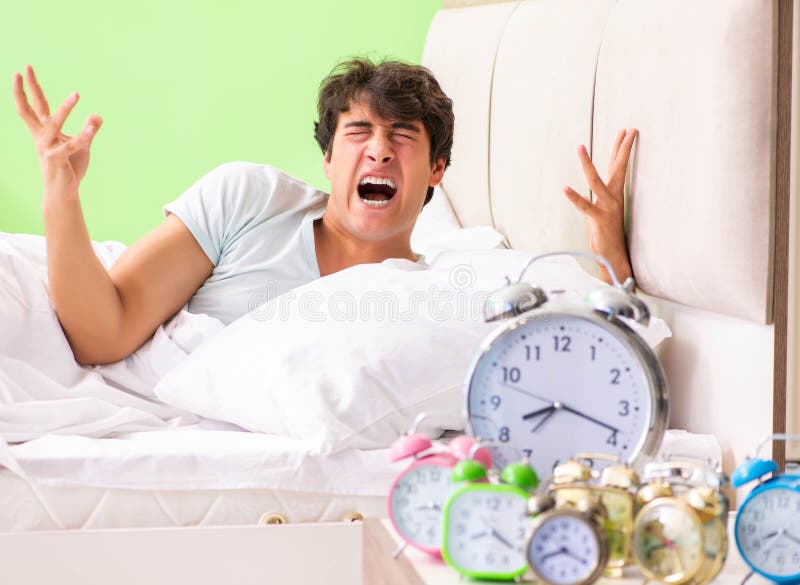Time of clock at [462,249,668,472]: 8:18
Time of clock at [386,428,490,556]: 8:20
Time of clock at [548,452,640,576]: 8:19
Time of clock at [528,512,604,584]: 8:19
